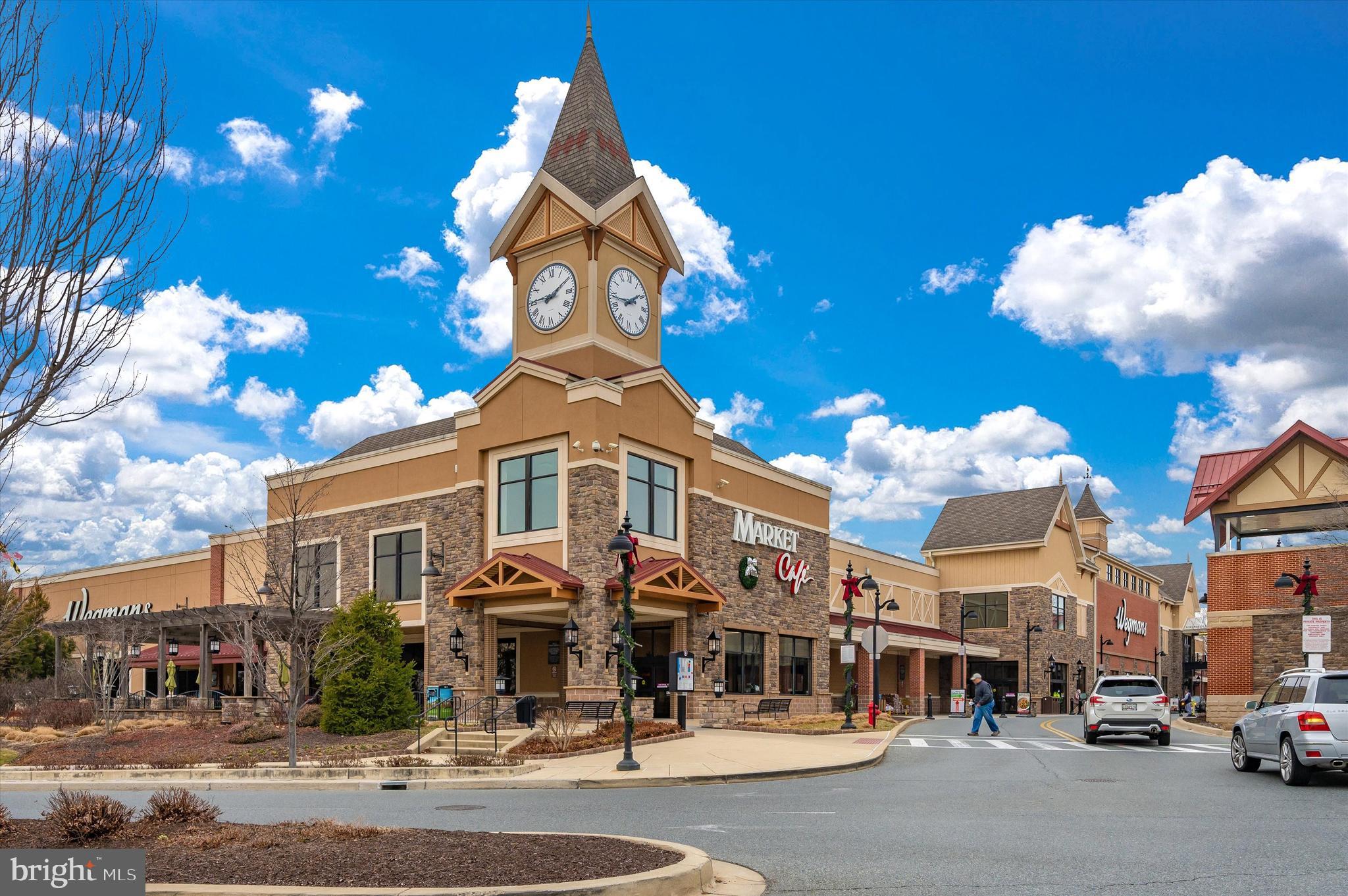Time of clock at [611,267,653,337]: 1:43
